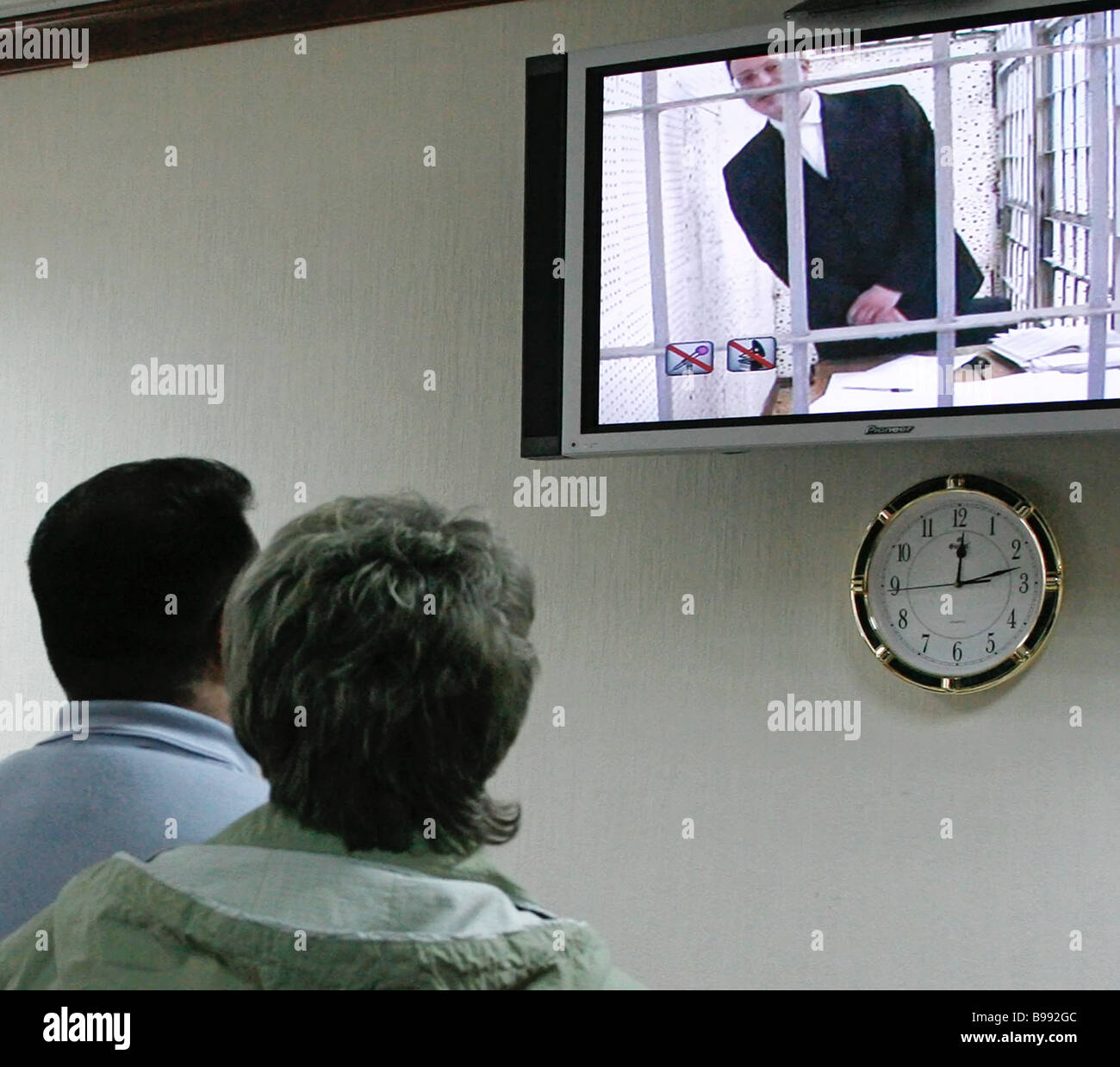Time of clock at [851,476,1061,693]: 12:12
